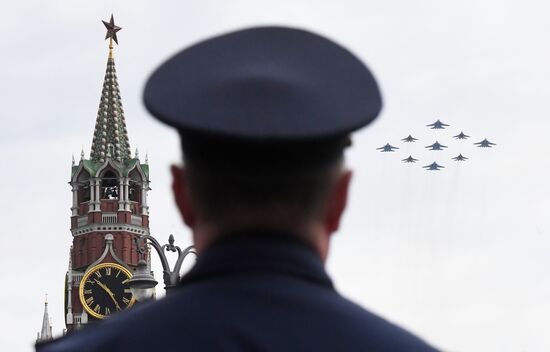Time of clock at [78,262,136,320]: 10:24
